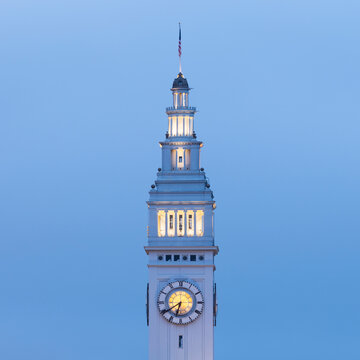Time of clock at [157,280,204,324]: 6:39
